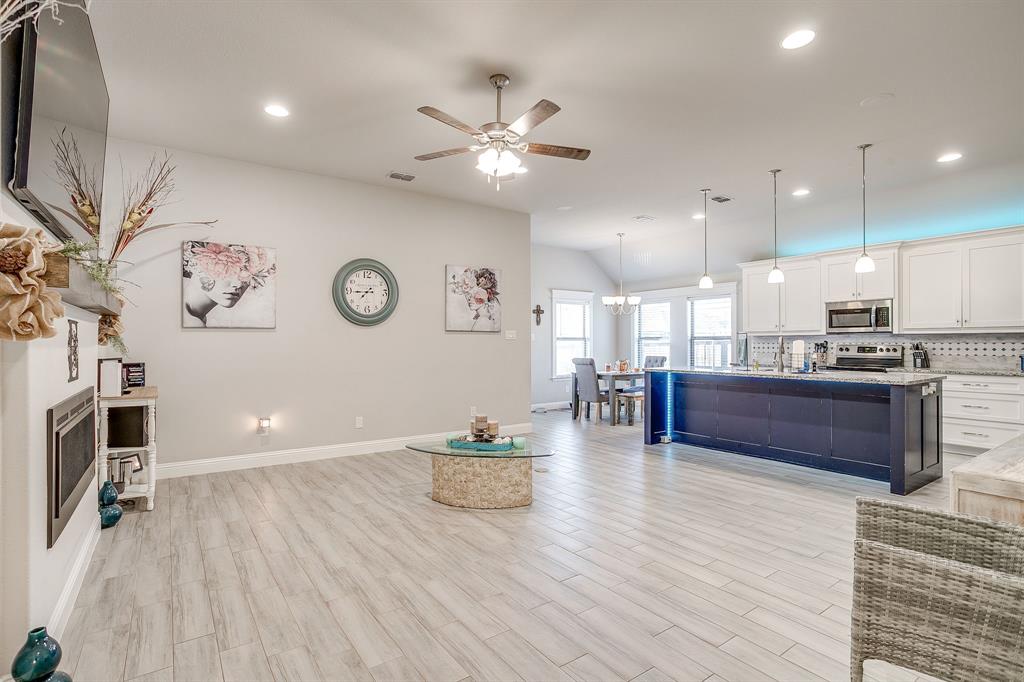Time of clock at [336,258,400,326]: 7:44
